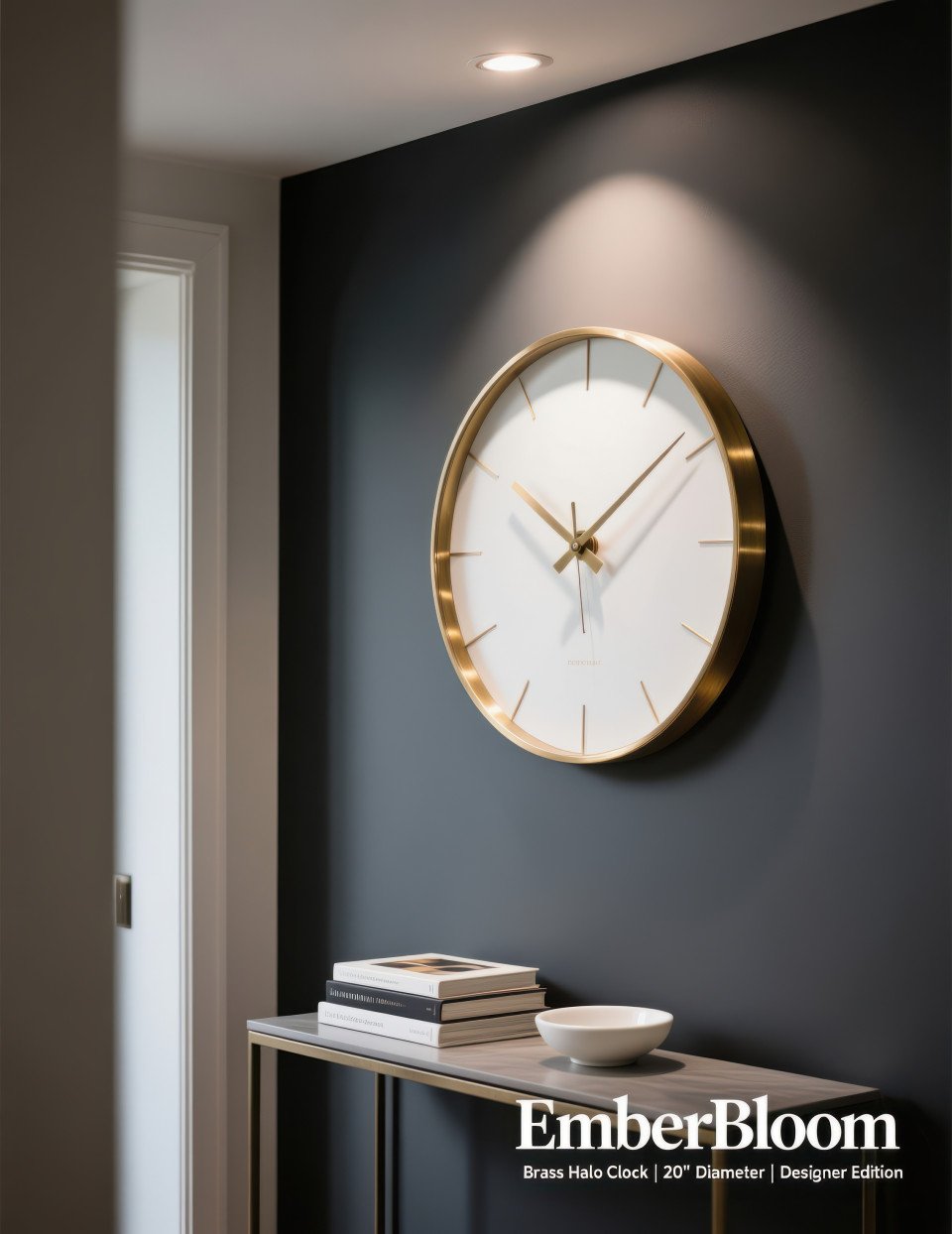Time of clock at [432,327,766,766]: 10:08
